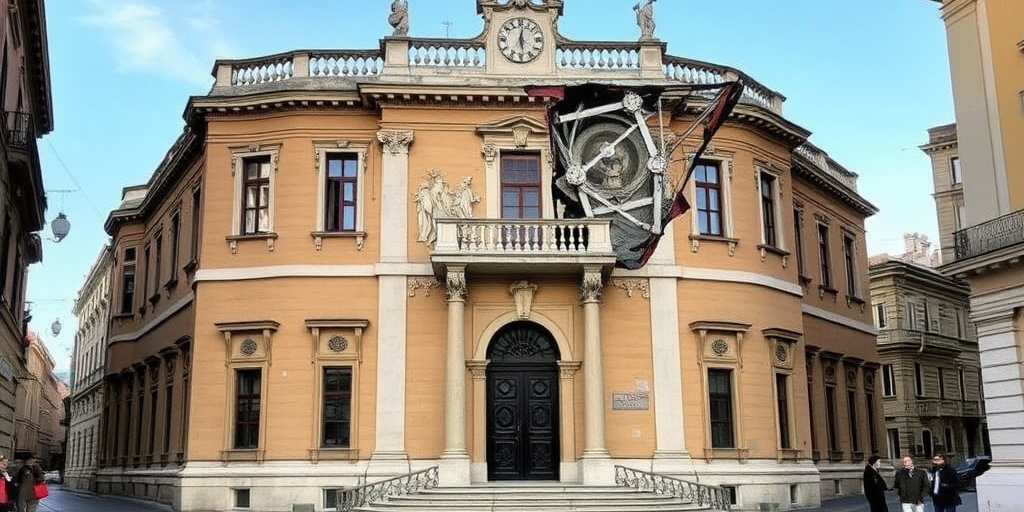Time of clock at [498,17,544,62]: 12:28
